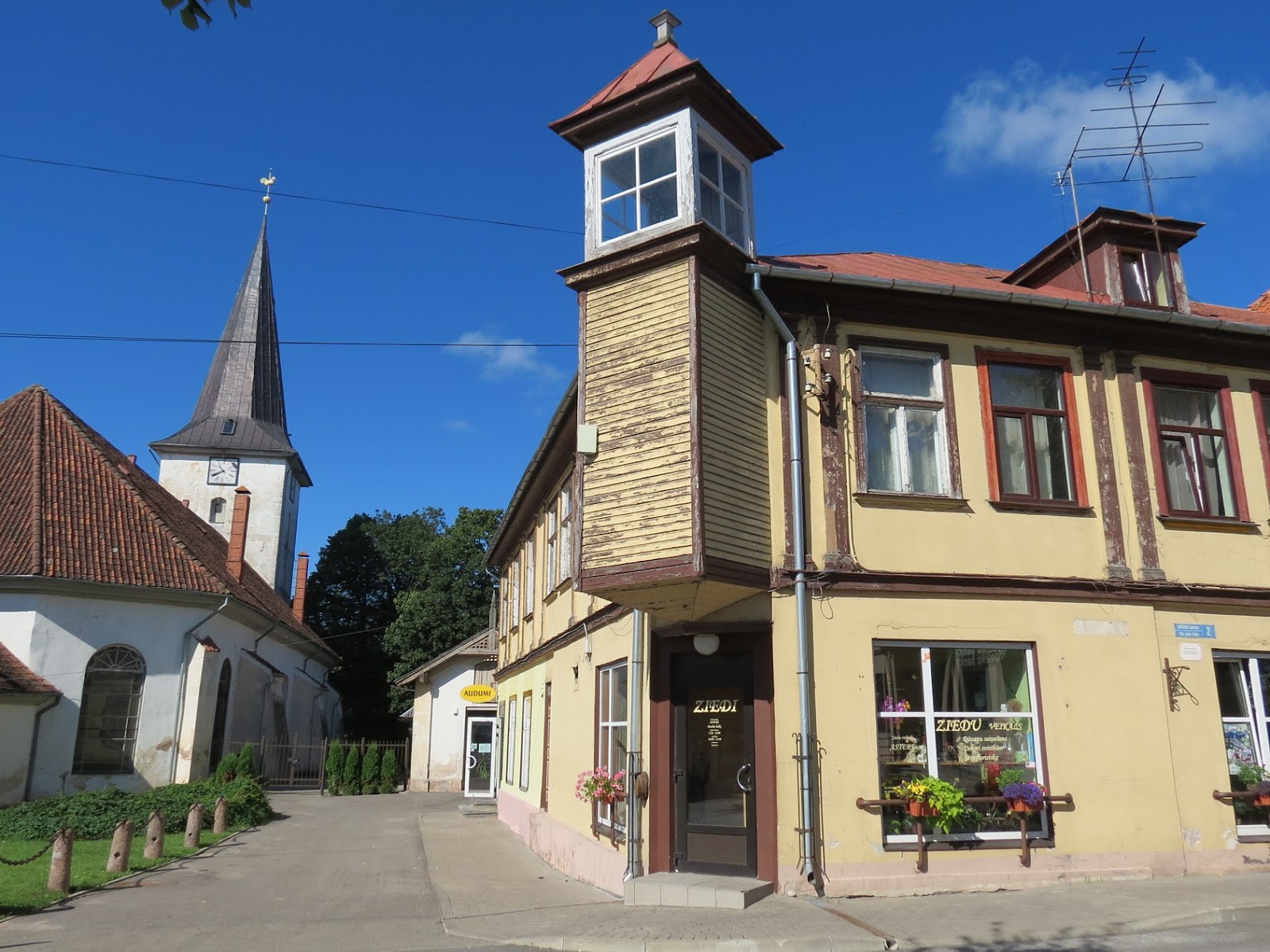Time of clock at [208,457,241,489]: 10:39
